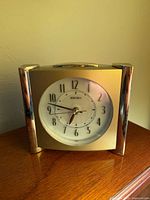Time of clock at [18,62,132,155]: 6:47
